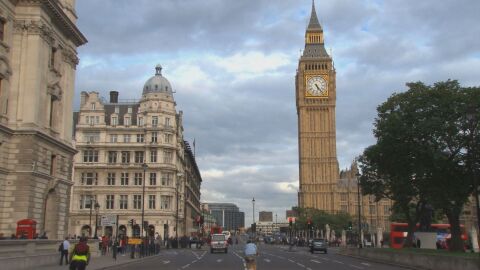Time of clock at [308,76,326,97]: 5:23
